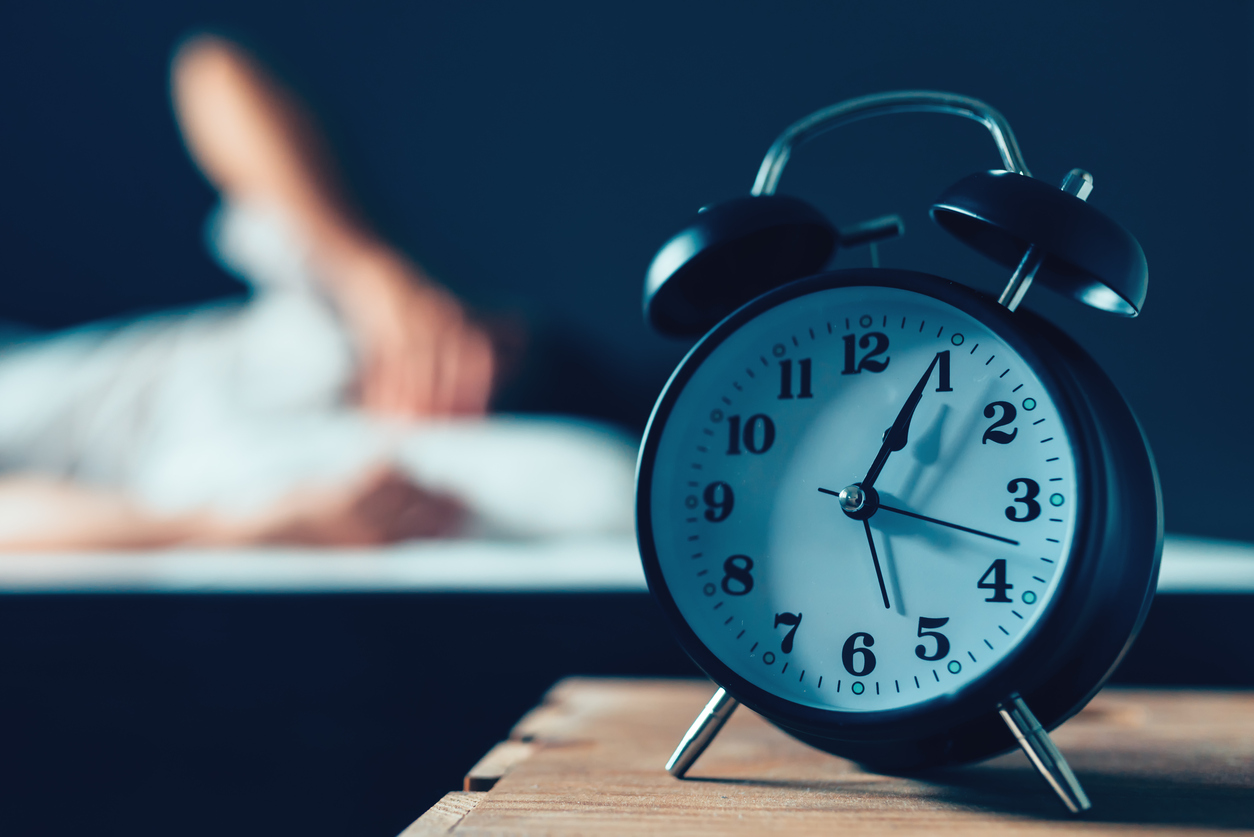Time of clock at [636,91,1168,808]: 1:04
